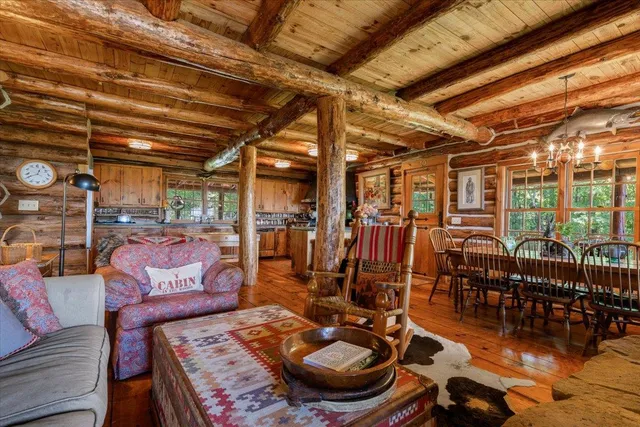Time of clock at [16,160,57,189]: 12:40
